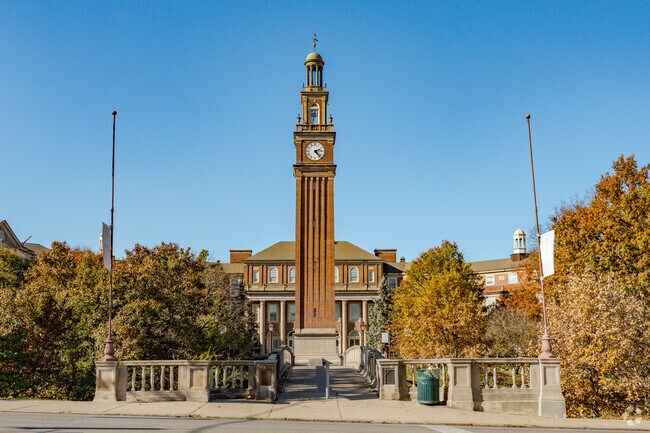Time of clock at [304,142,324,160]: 2:23
